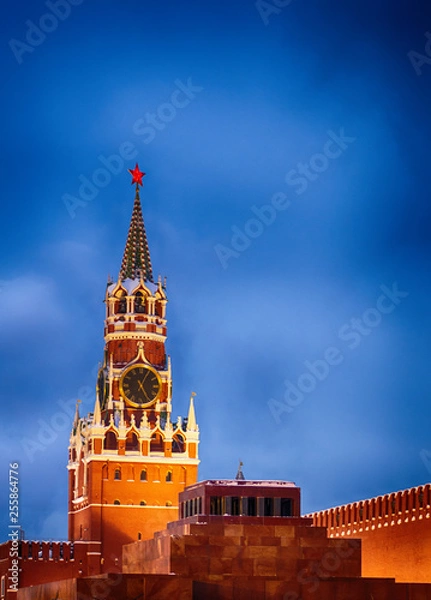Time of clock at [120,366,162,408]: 5:04
